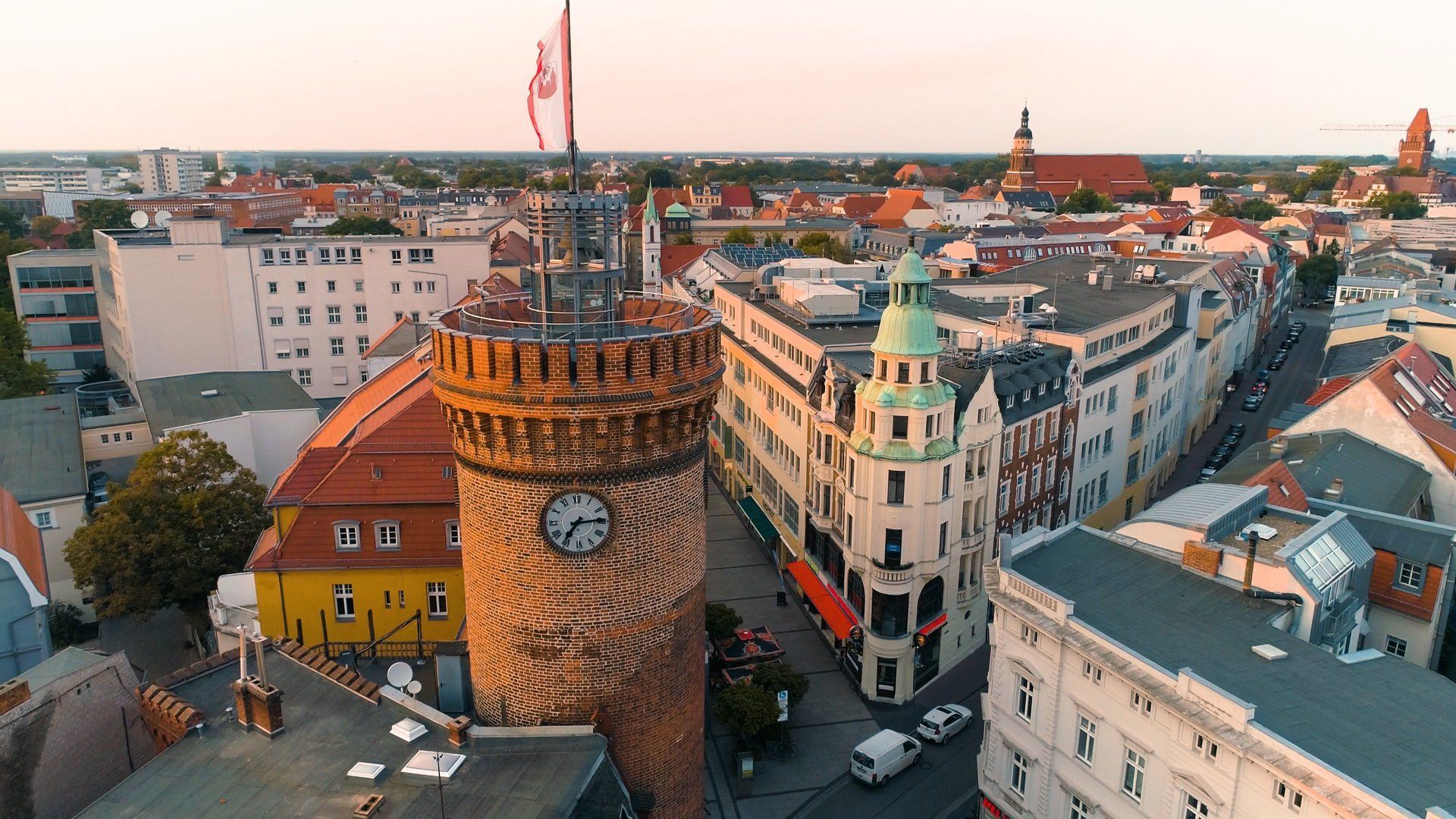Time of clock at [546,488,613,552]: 7:14
